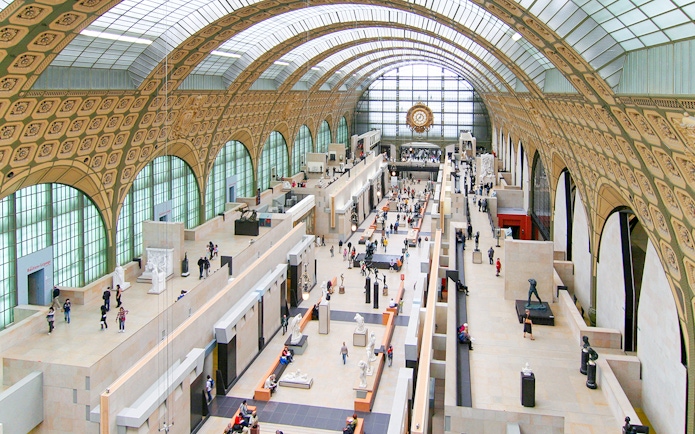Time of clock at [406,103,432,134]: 12:37
